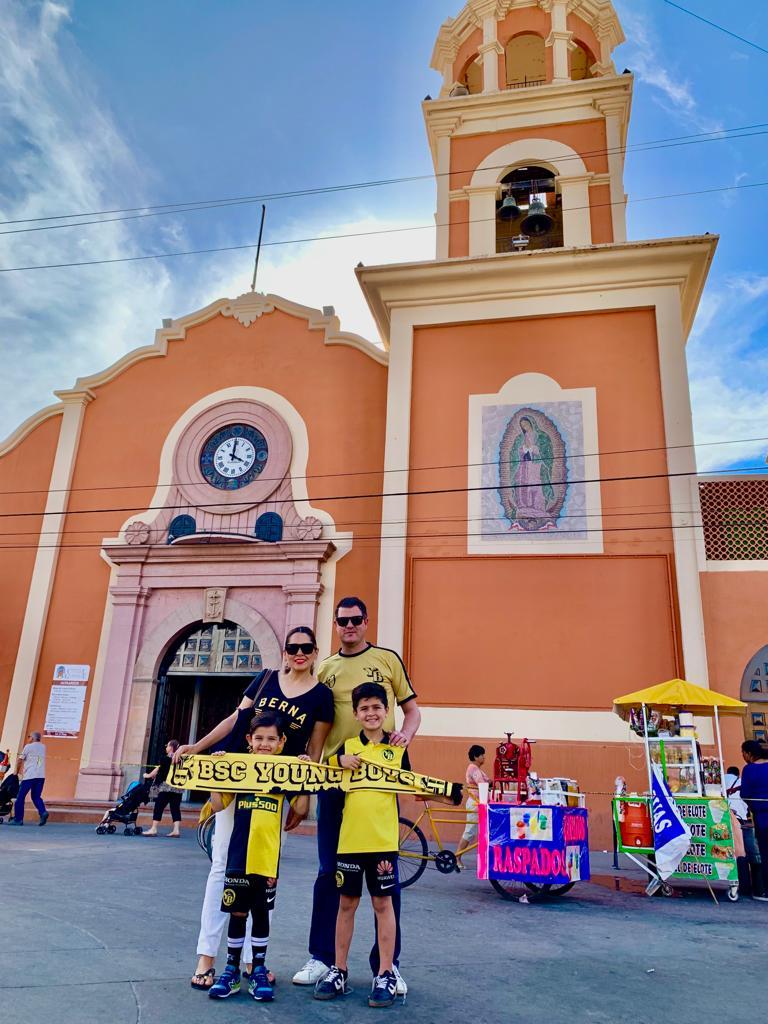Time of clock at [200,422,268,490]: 4:00
